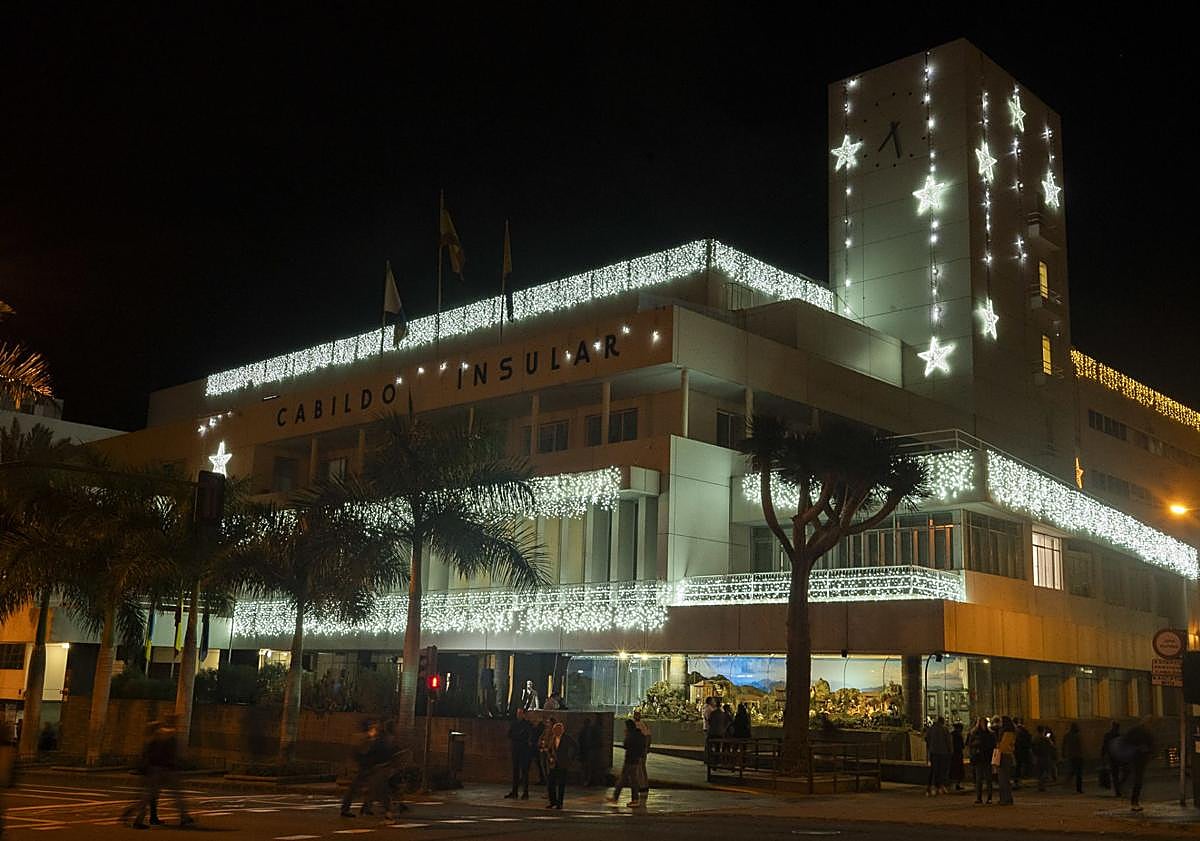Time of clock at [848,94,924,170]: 7:28
